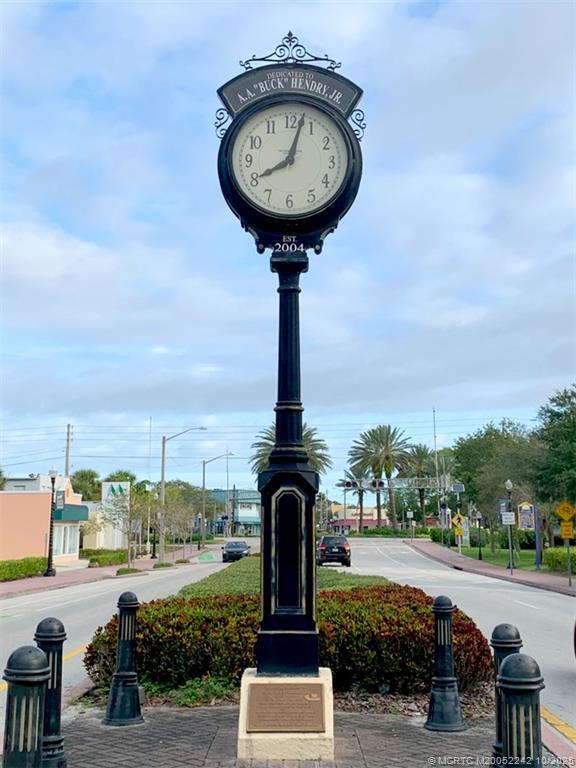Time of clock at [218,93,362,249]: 8:02
